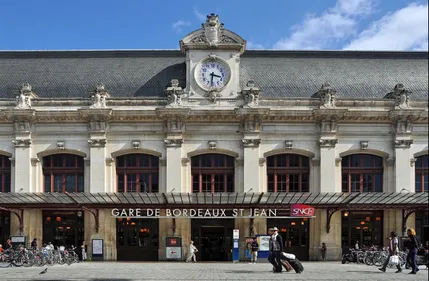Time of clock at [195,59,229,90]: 3:31
